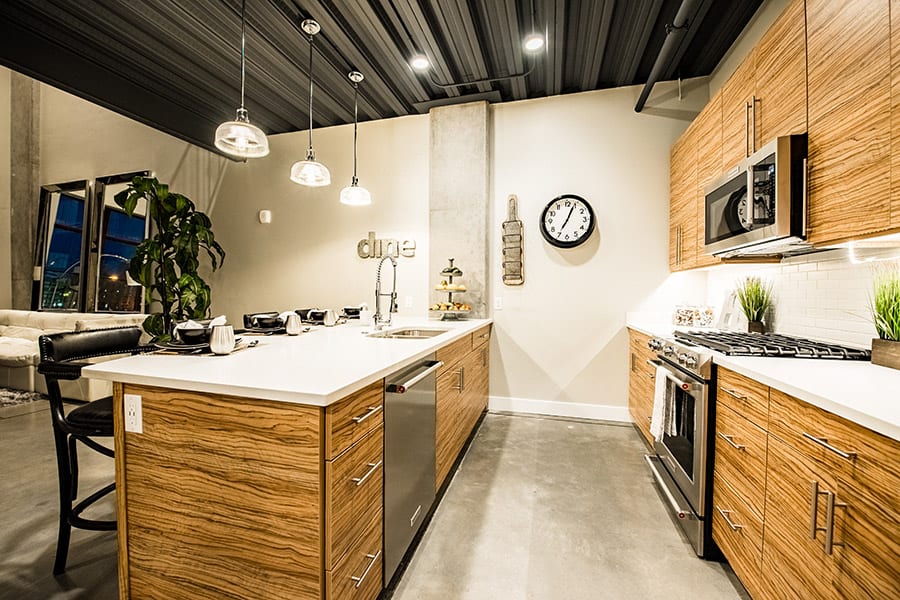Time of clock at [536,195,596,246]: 7:04
